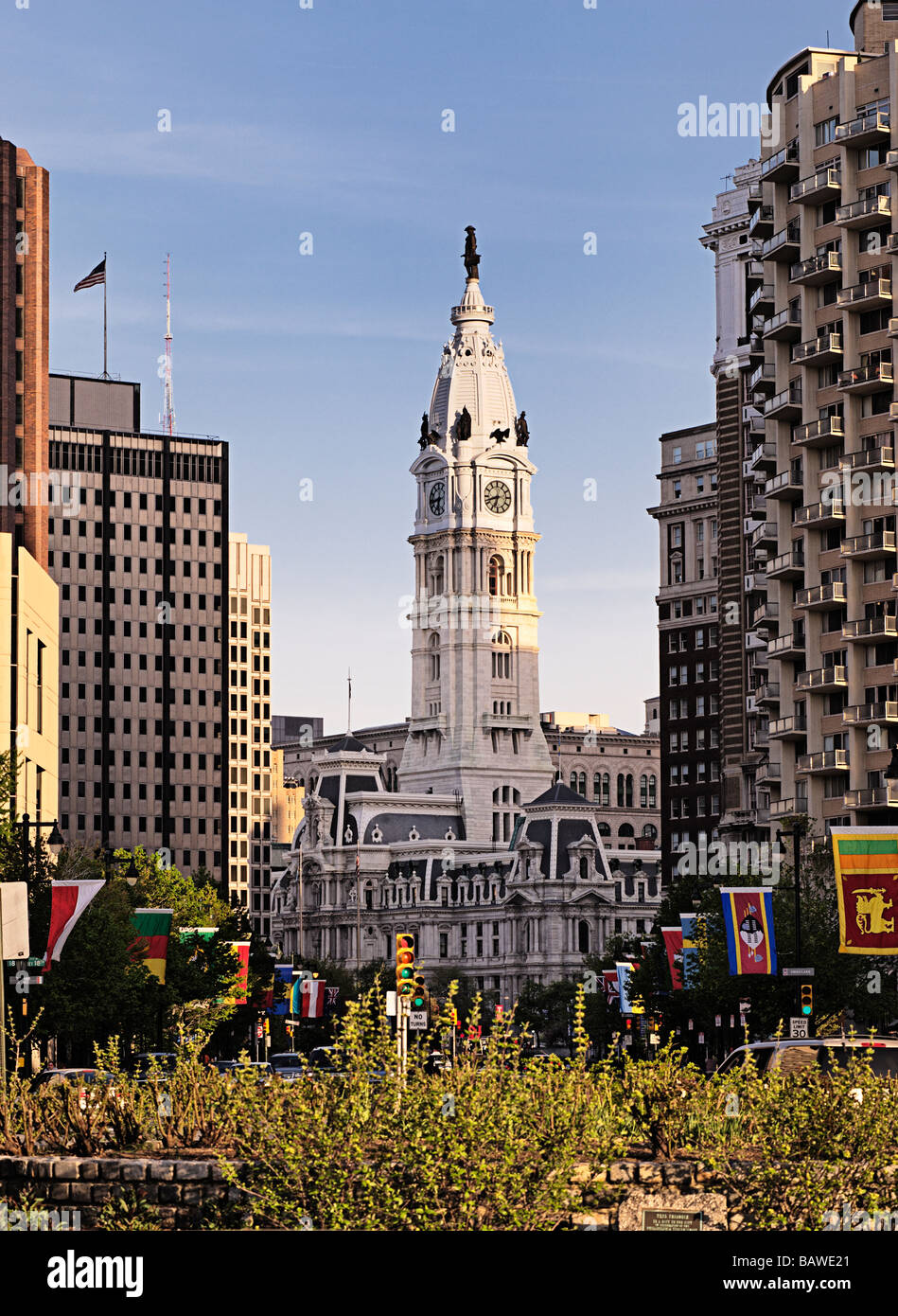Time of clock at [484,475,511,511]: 6:41
